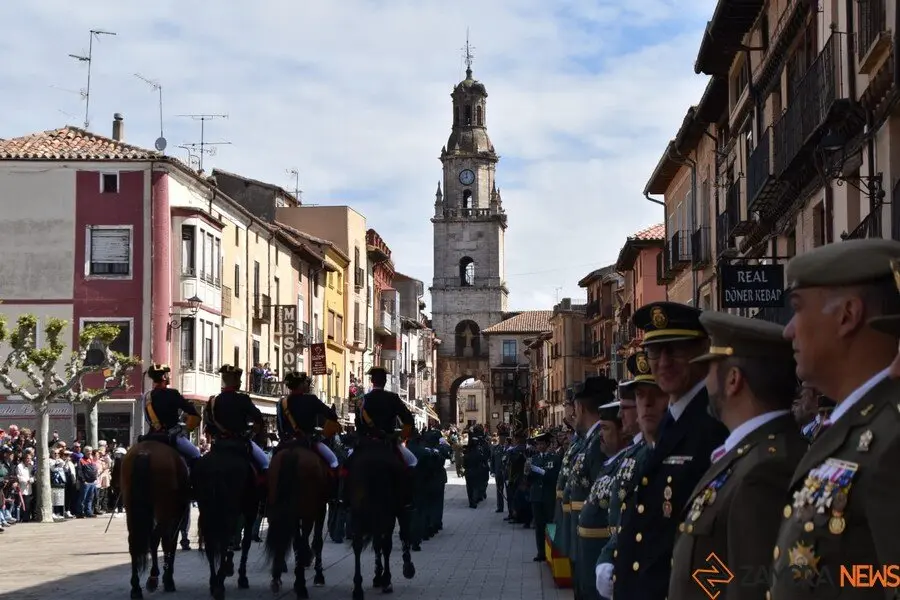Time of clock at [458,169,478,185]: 11:42
